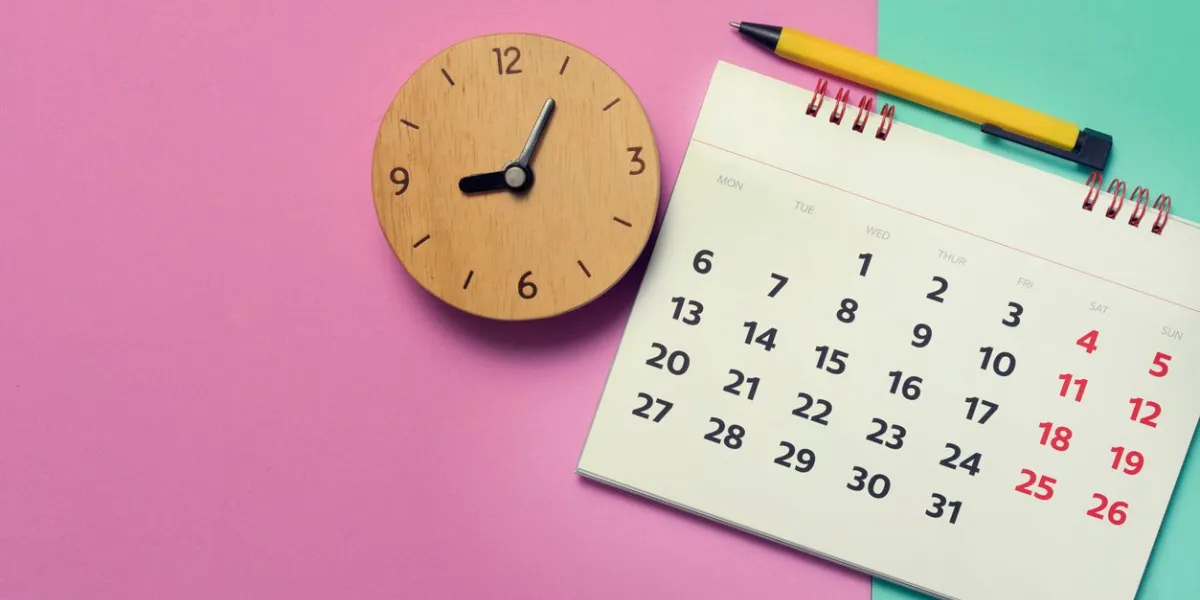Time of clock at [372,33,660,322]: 9:05
